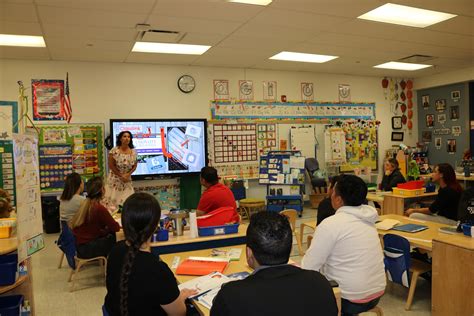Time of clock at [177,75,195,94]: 8:32
